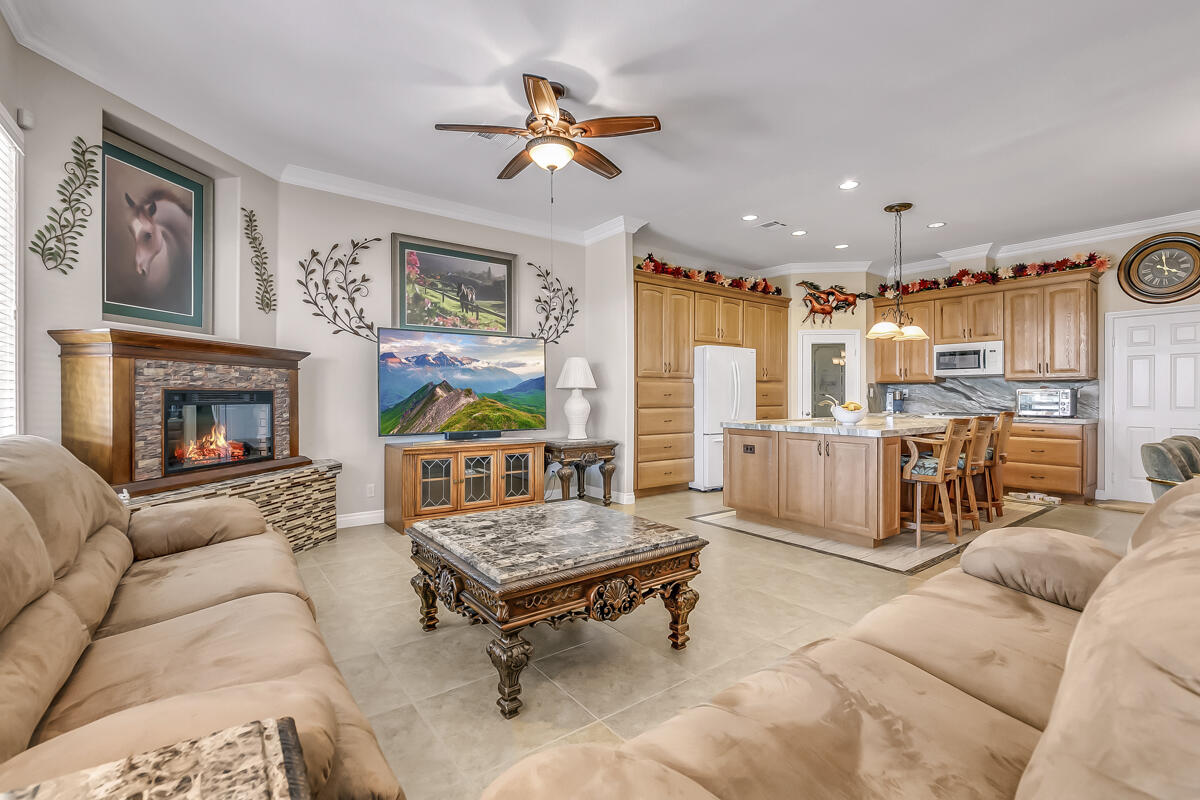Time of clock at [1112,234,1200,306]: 3:58
